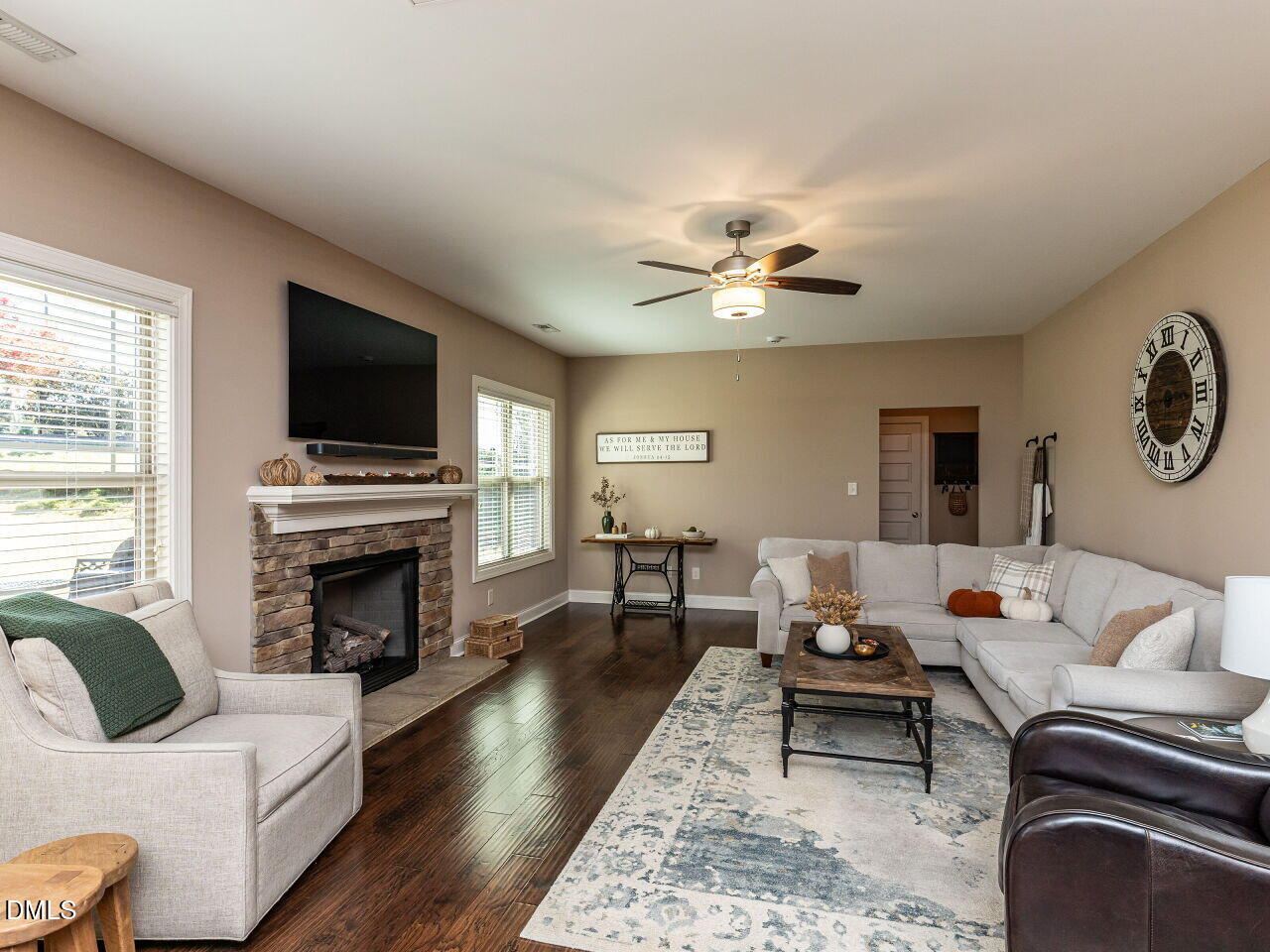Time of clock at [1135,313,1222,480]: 2:44
